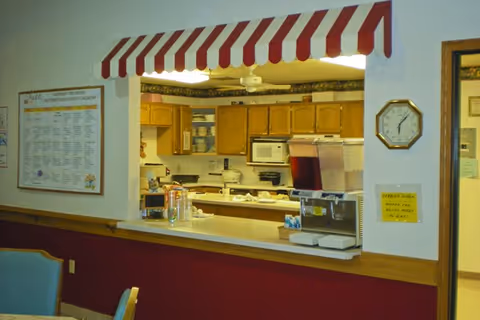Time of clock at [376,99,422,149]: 6:07
